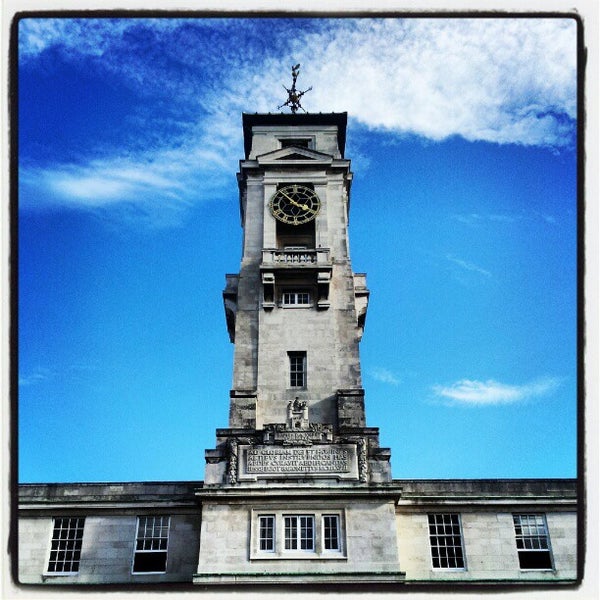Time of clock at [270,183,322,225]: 3:53
